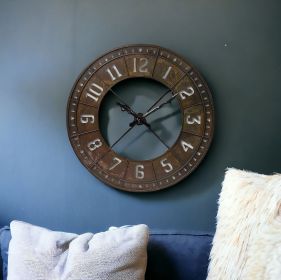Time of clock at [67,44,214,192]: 1:51
